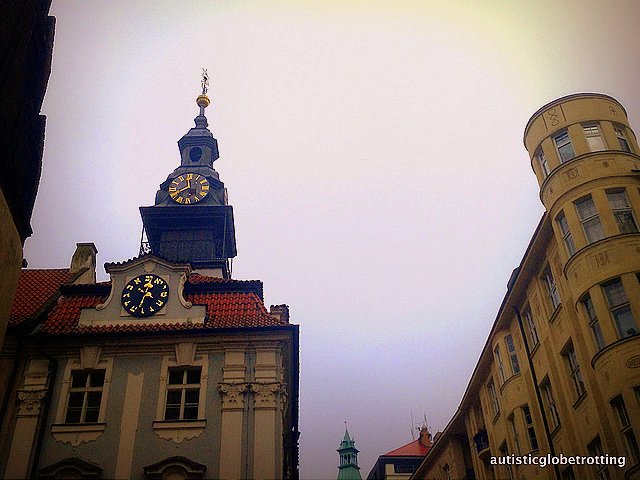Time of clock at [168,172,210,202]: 11:40
